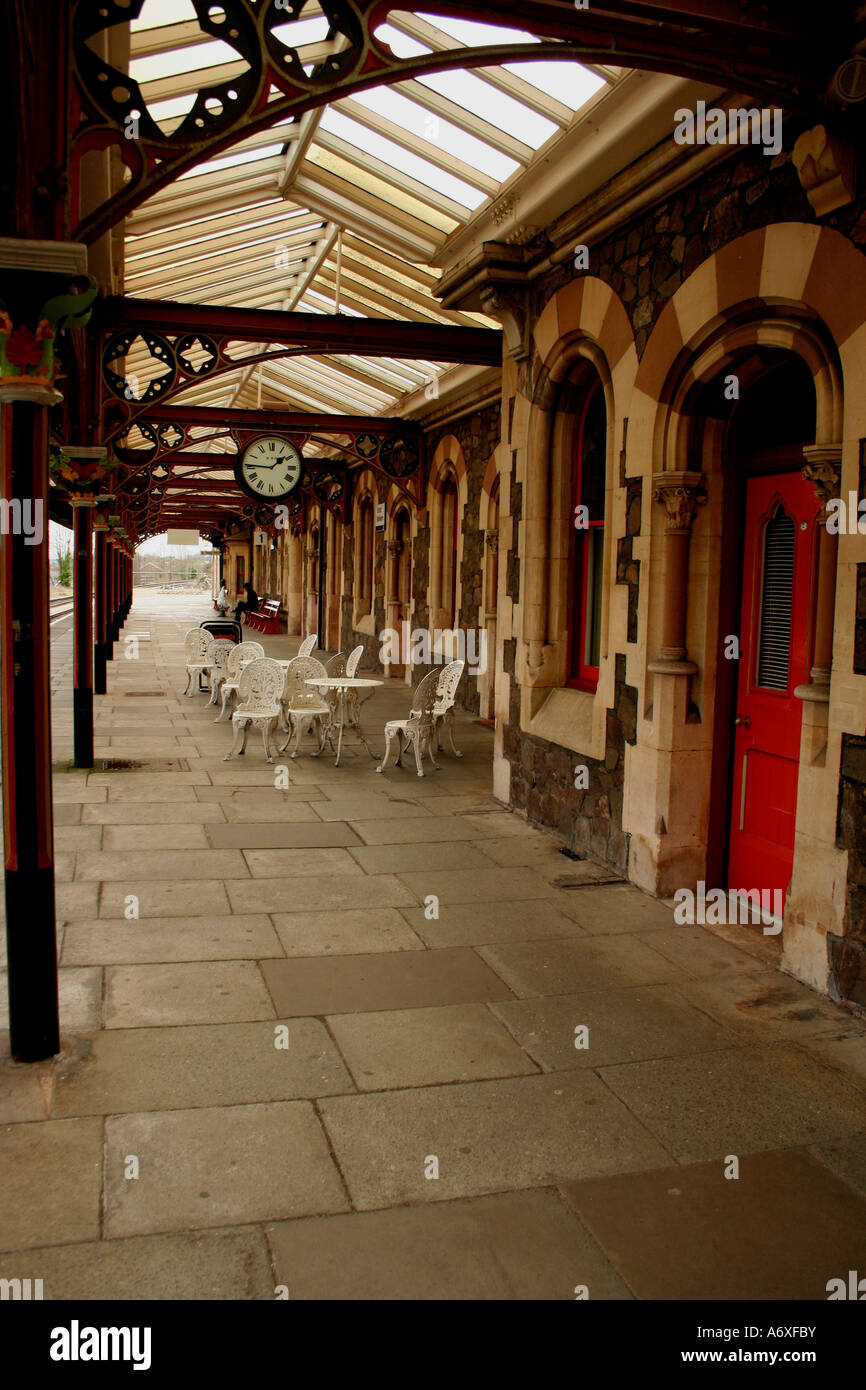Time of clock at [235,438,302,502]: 1:45
